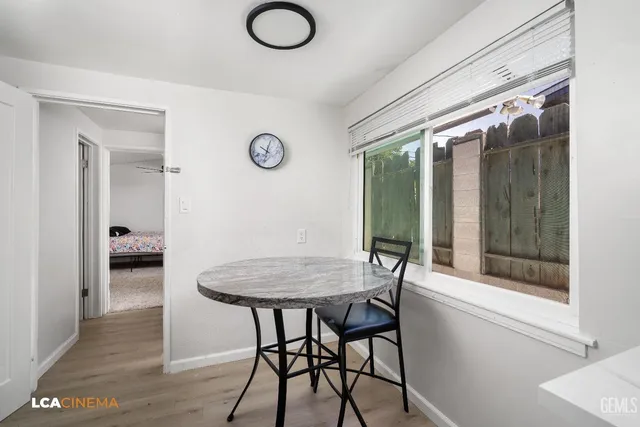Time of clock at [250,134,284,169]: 12:32
